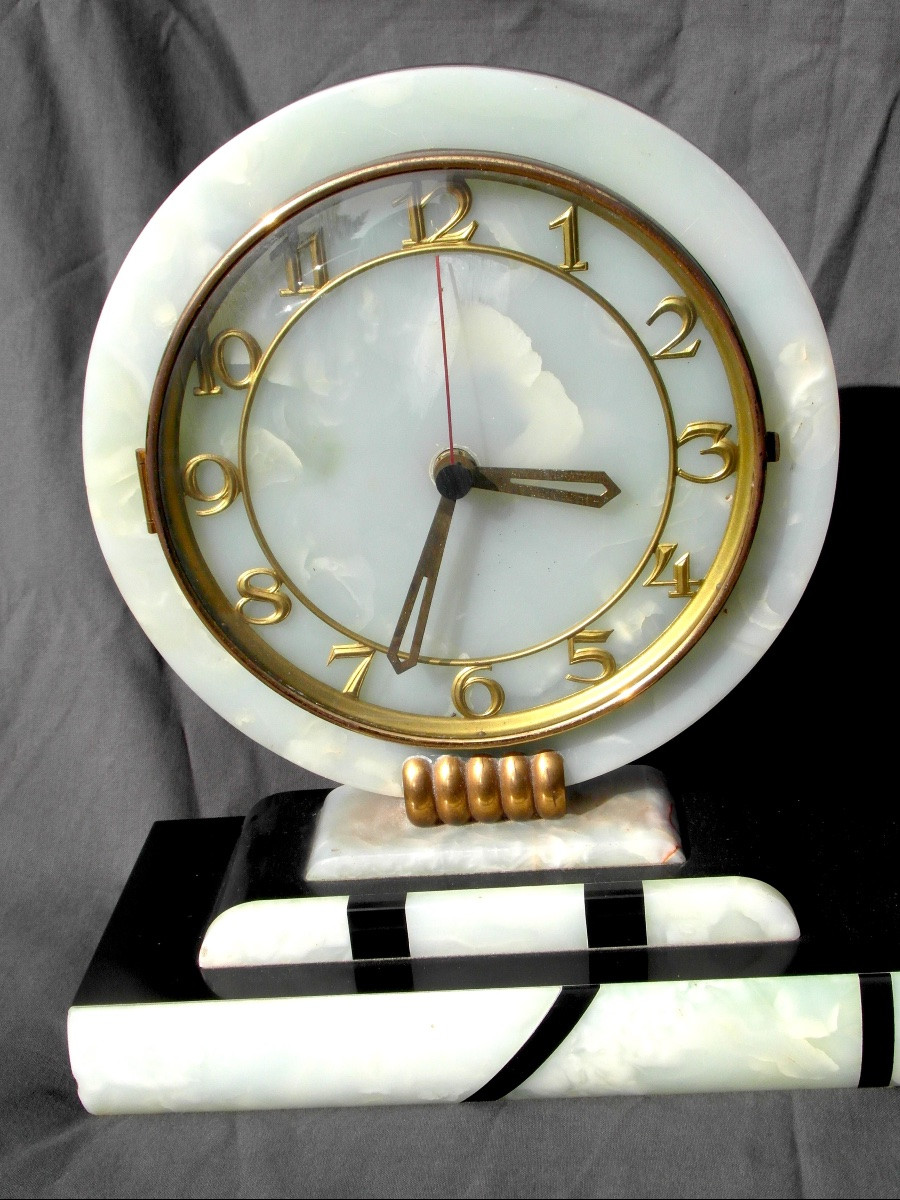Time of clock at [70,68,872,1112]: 3:33
